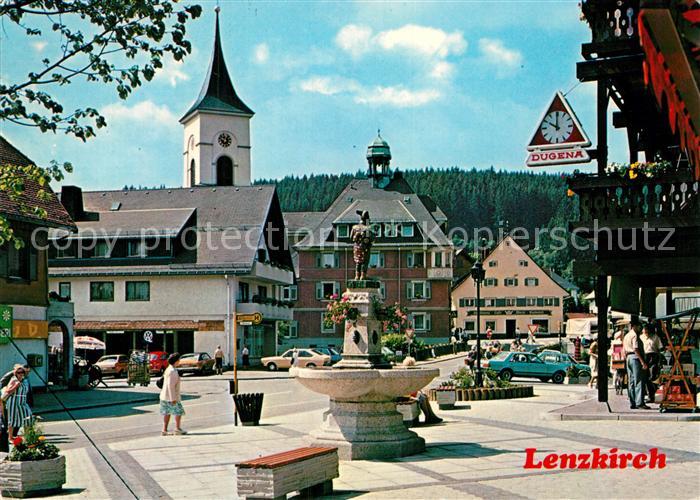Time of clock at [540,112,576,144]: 10:00
